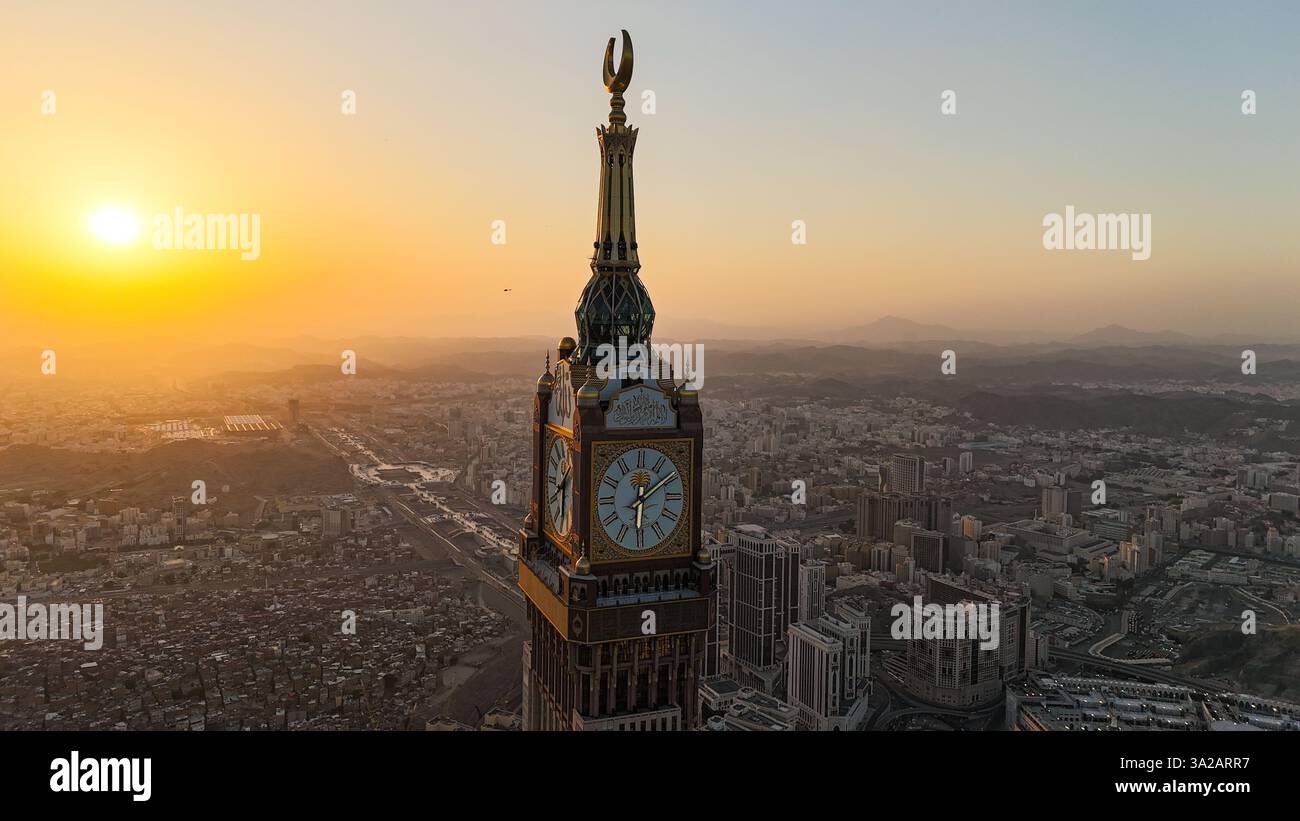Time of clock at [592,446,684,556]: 6:08
